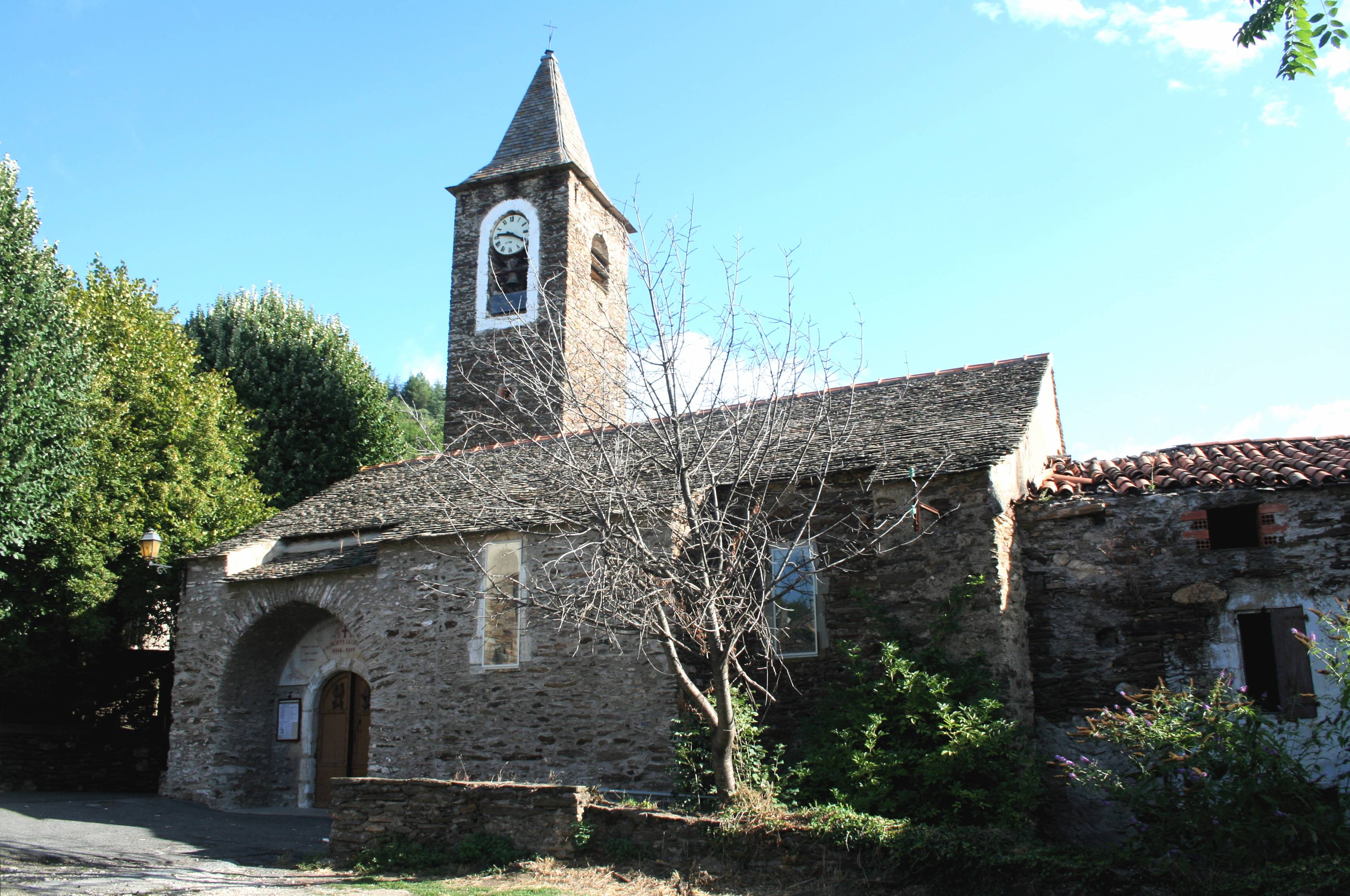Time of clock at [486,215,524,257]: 9:19
